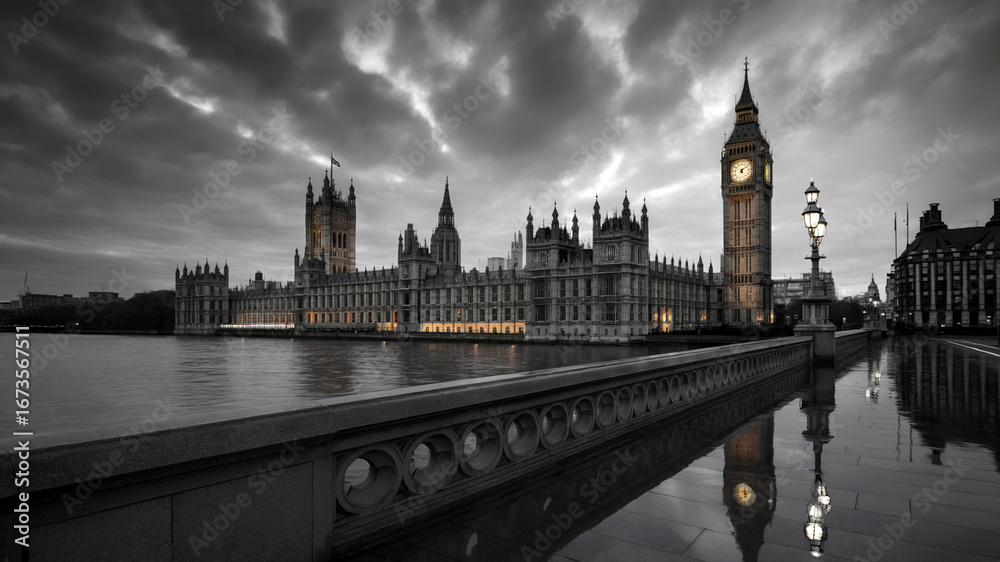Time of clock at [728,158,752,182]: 5:09
